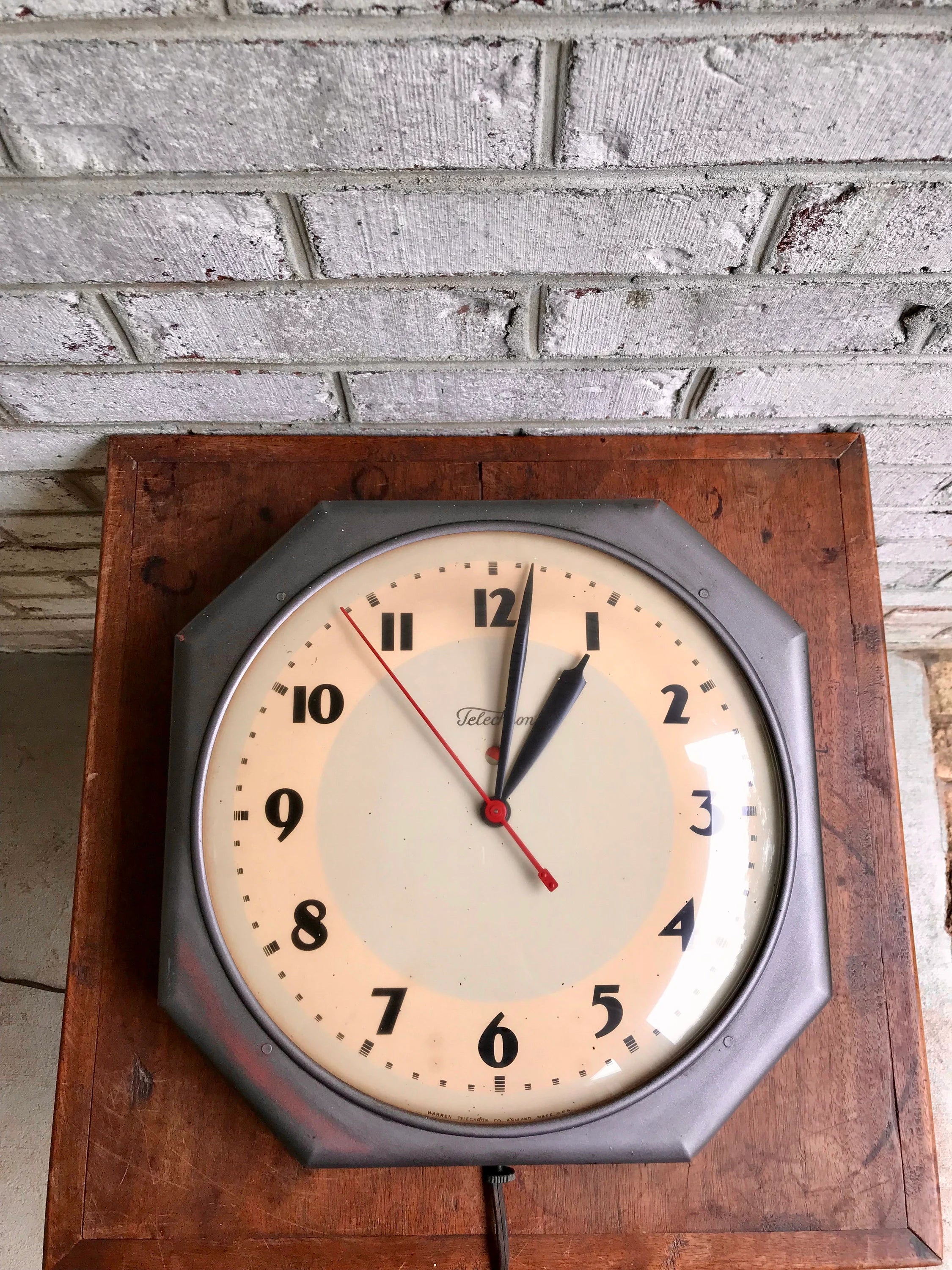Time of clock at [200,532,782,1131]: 1:01
